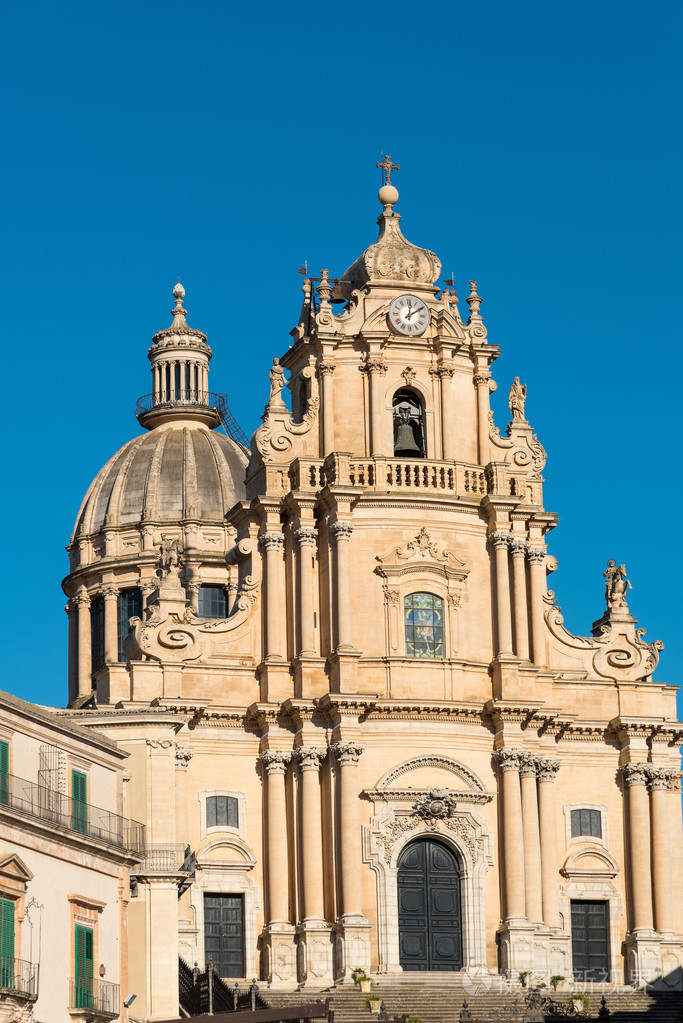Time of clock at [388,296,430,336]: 12:09
